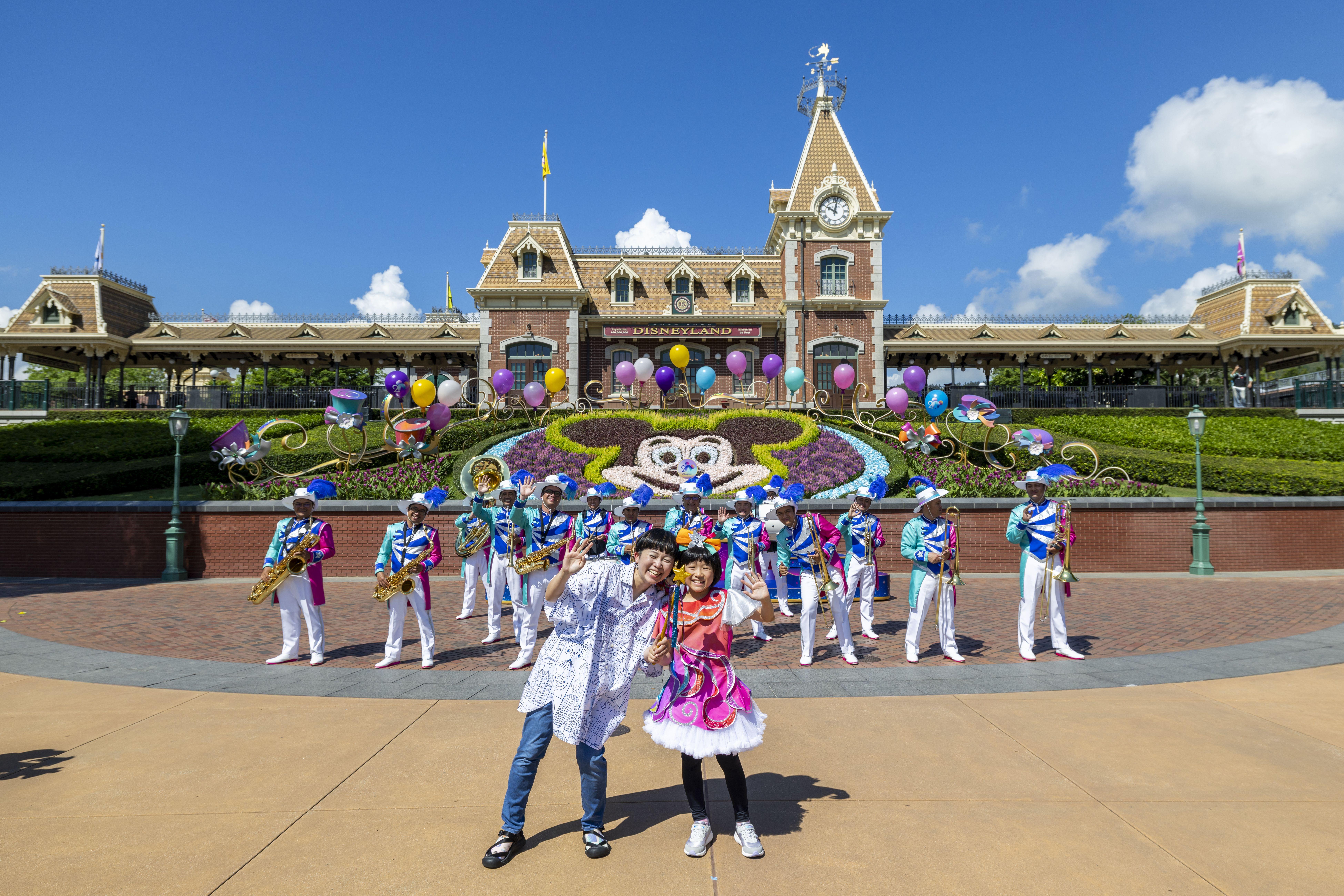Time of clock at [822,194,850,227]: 10:02
